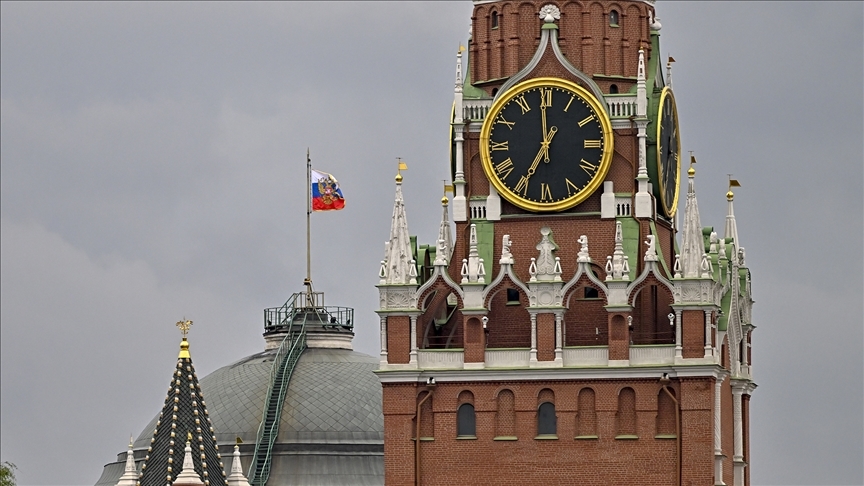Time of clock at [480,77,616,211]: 6:59
